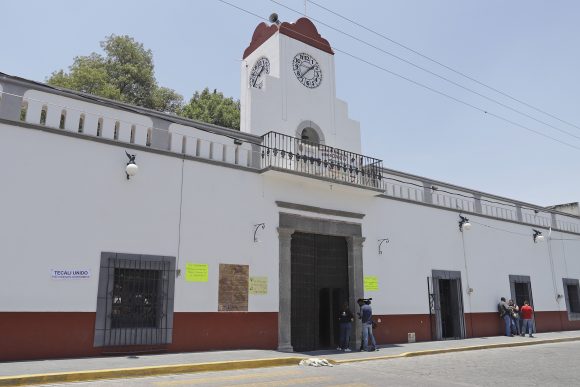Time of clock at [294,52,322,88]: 1:37
